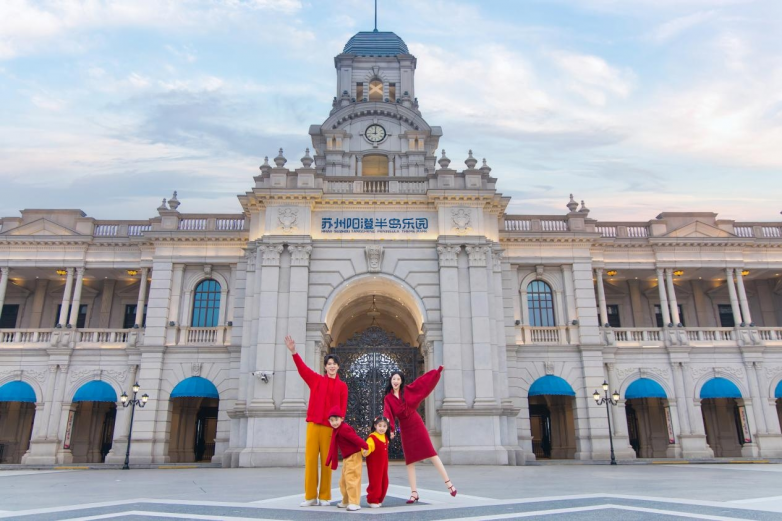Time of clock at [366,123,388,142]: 8:59
